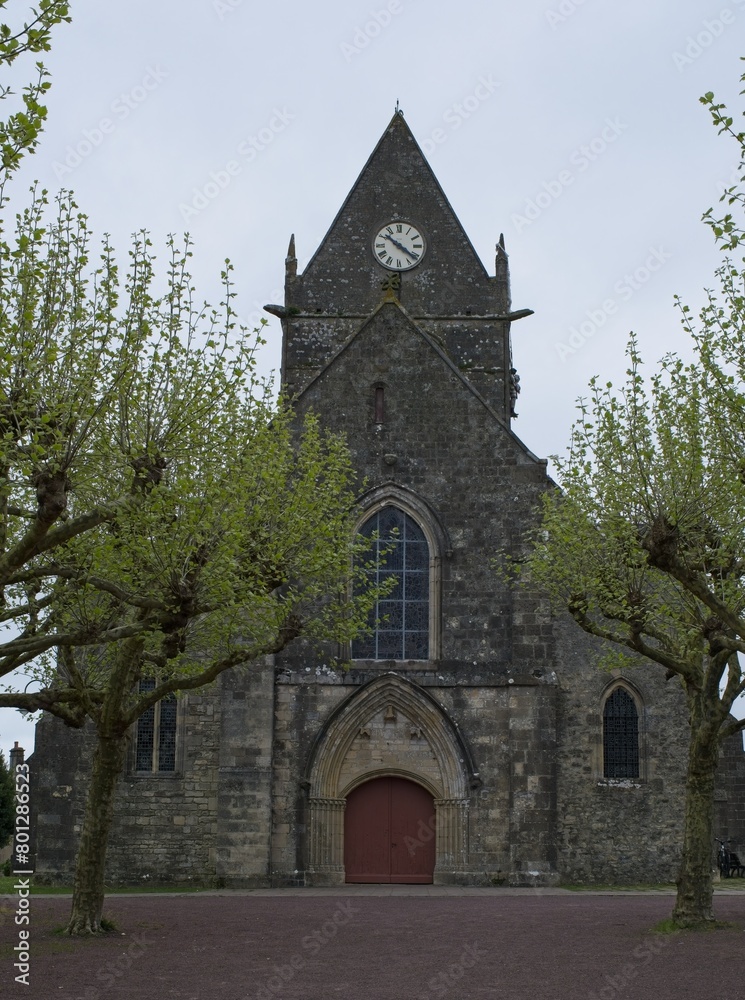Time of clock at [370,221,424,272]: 10:21
